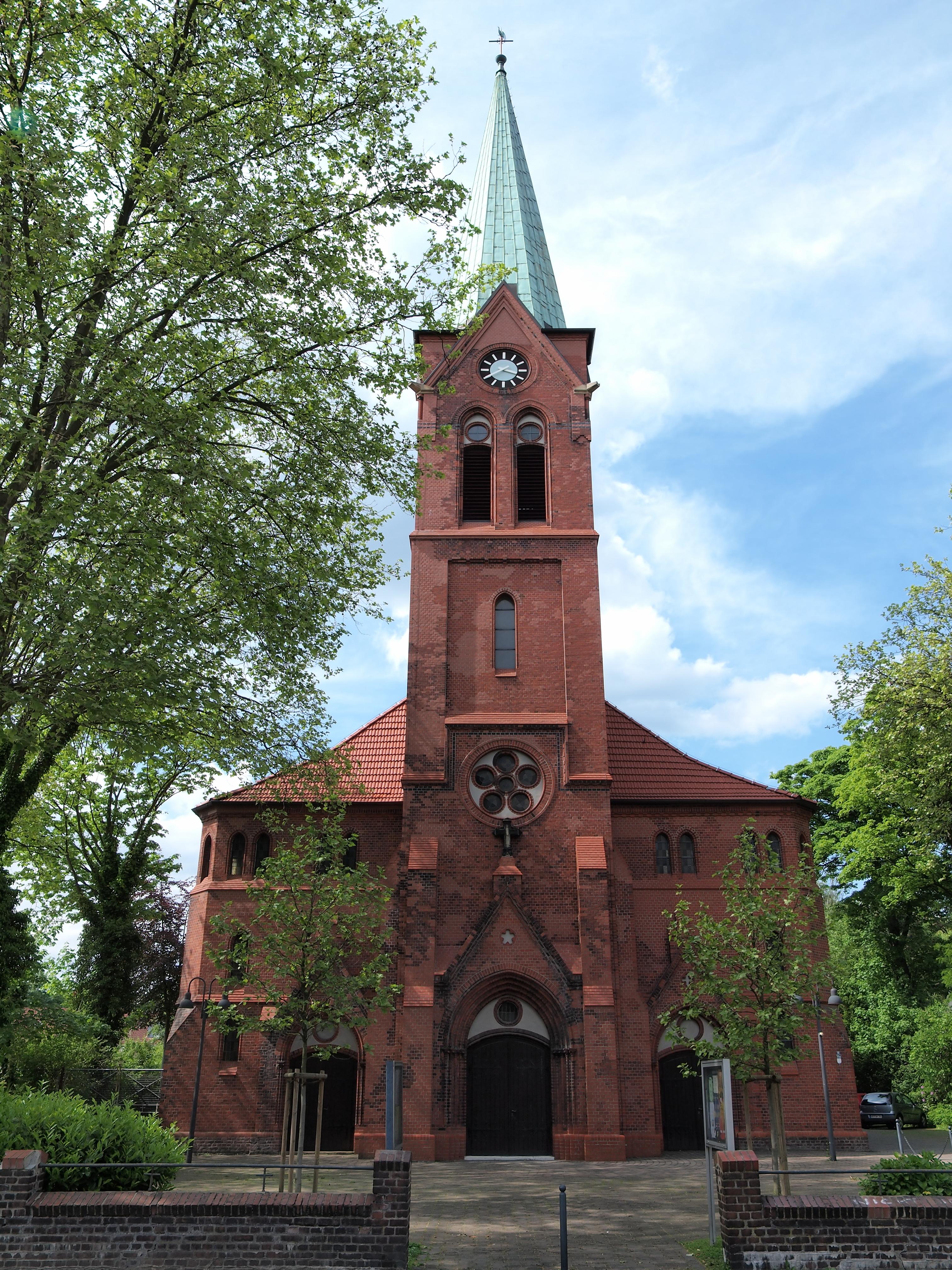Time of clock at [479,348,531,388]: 3:39
